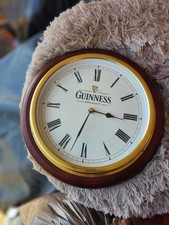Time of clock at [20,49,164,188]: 3:32
